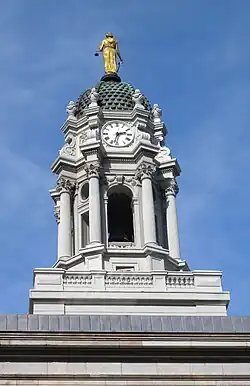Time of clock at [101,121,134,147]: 2:32
